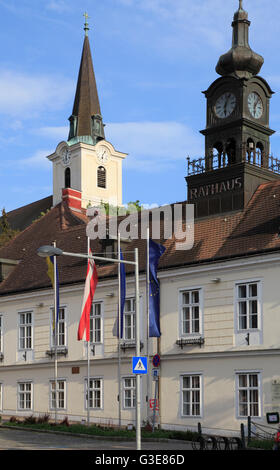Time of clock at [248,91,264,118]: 6:06
